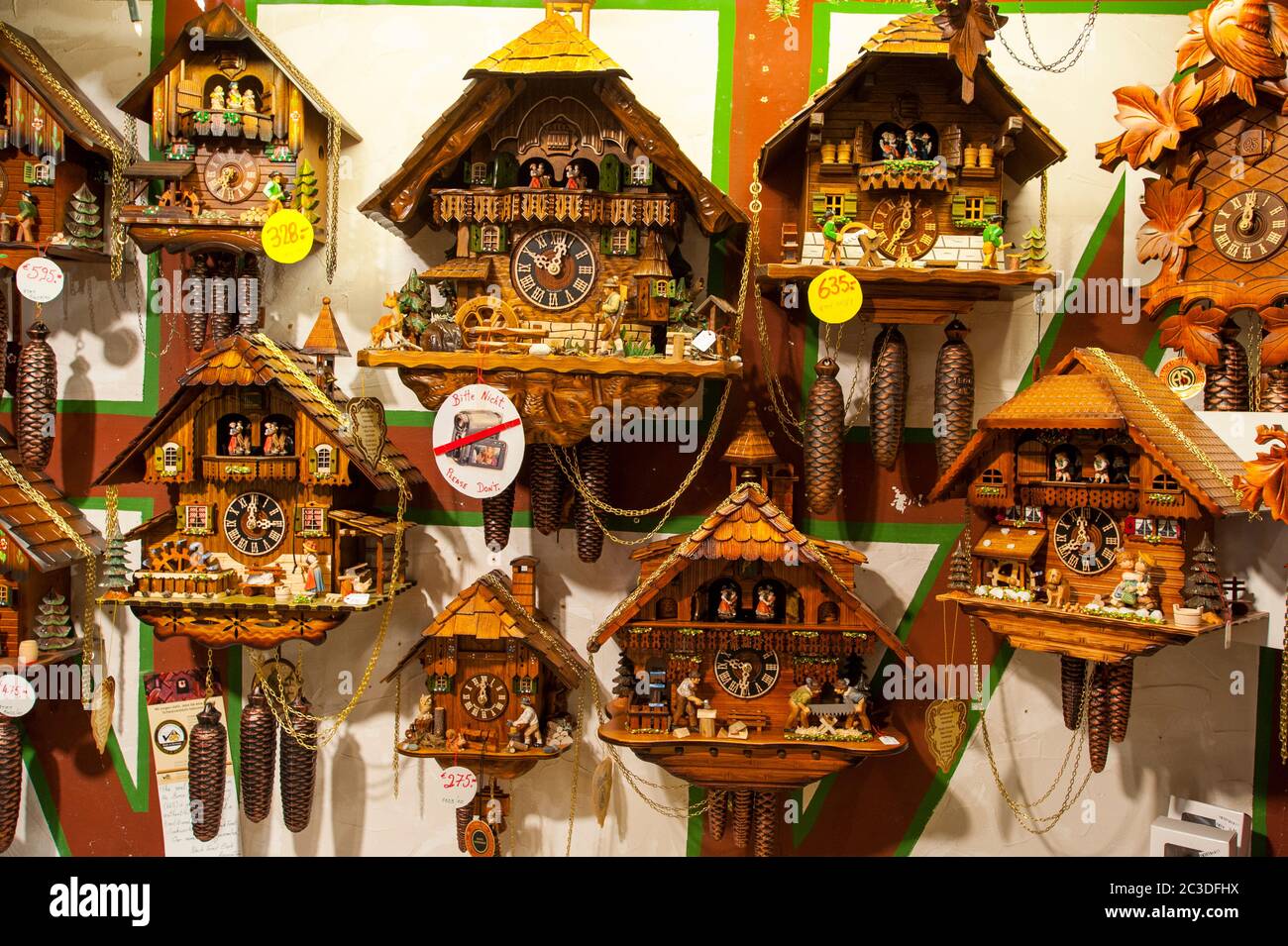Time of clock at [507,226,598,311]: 12:49
